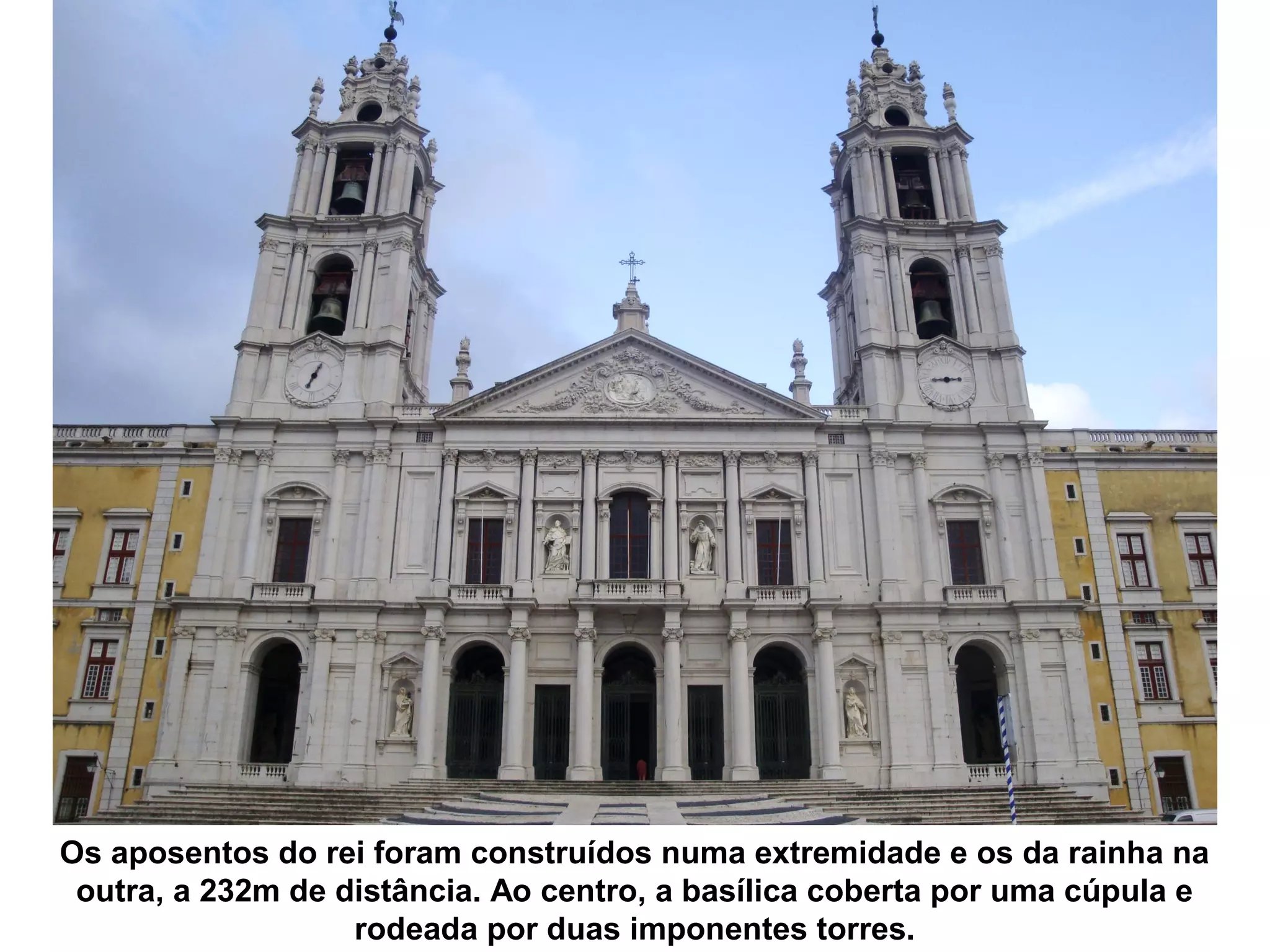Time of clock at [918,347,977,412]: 2:43
